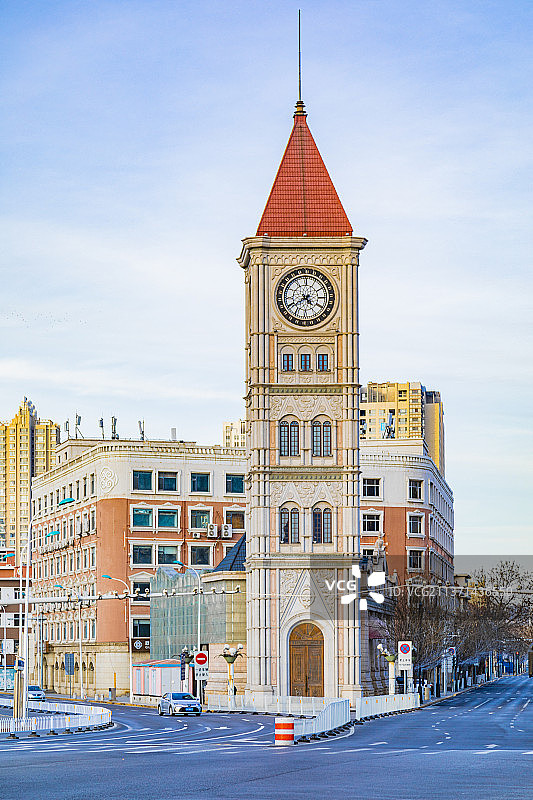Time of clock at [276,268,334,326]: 4:38
